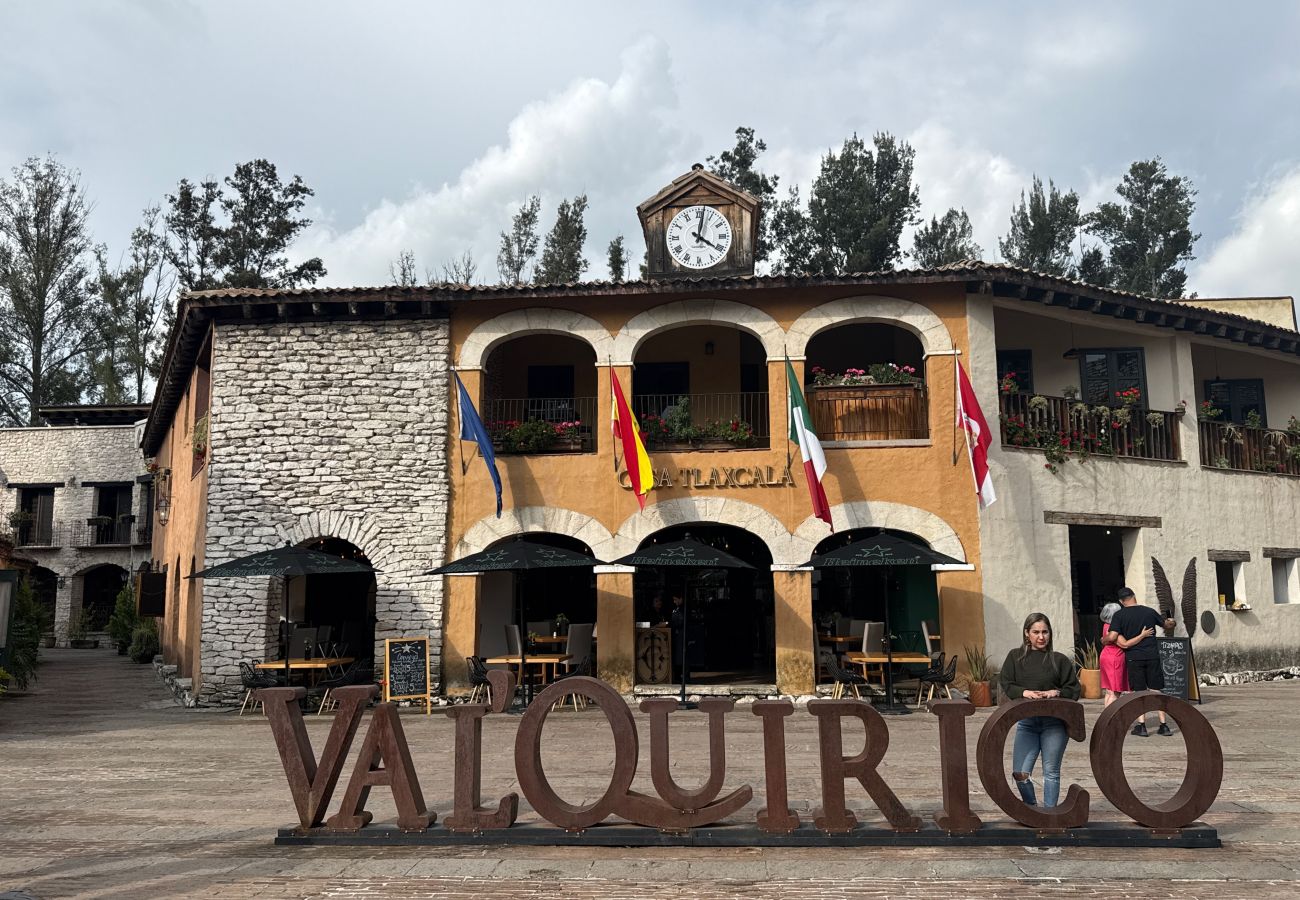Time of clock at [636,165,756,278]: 4:02
